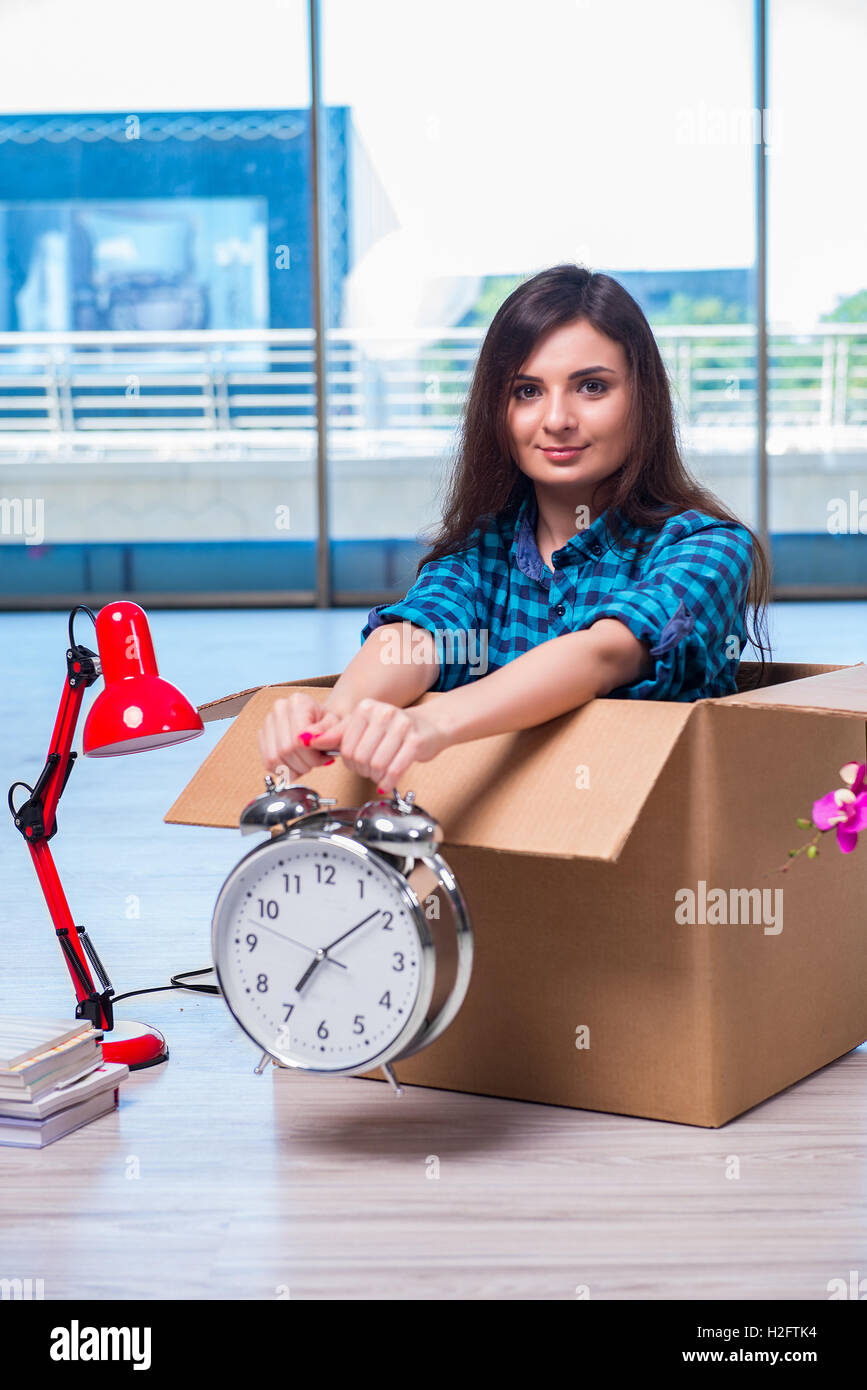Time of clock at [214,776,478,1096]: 7:08
